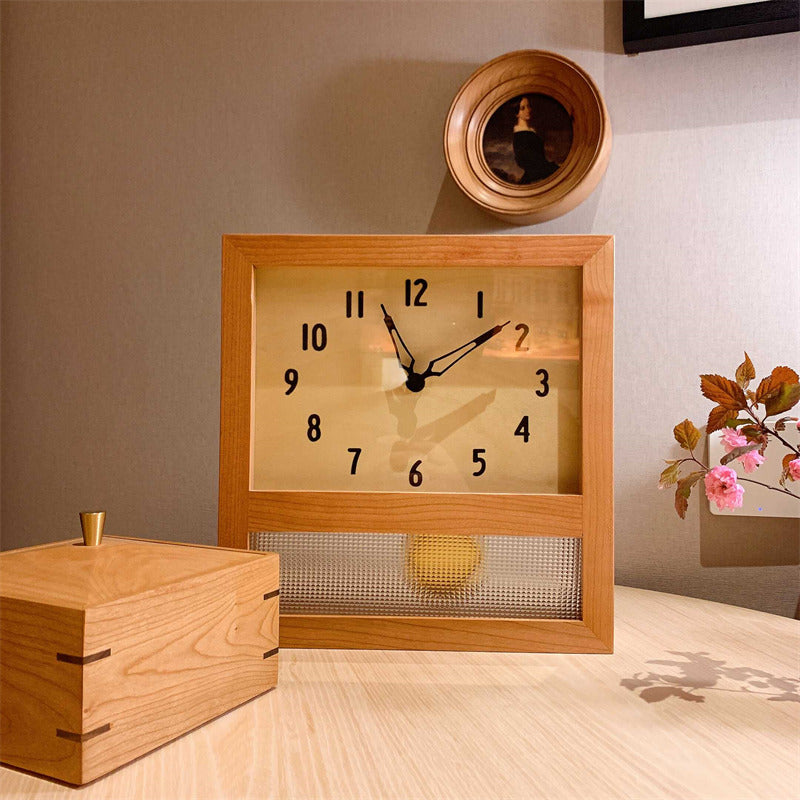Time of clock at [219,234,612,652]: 1:56
